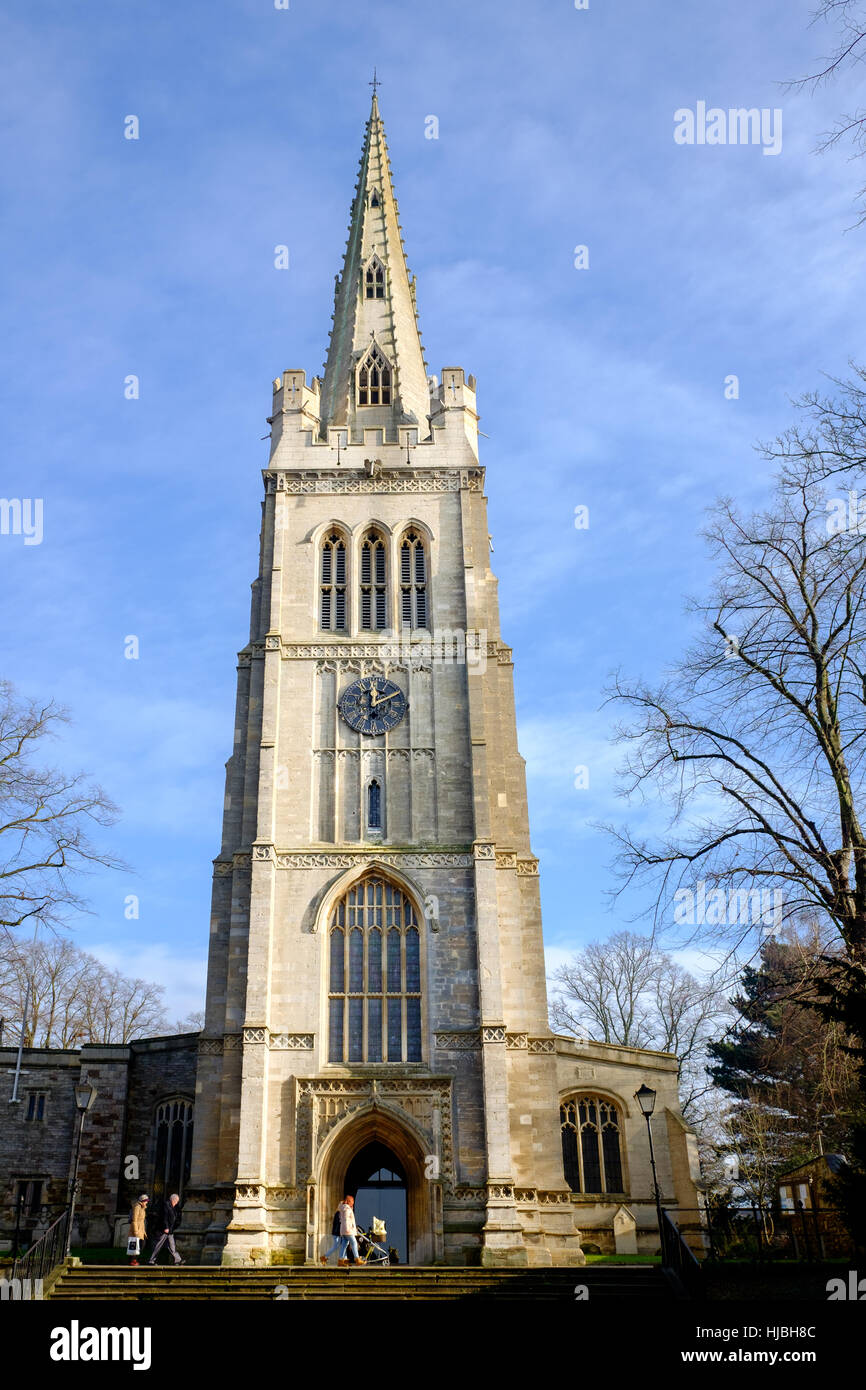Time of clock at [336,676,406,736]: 12:10
